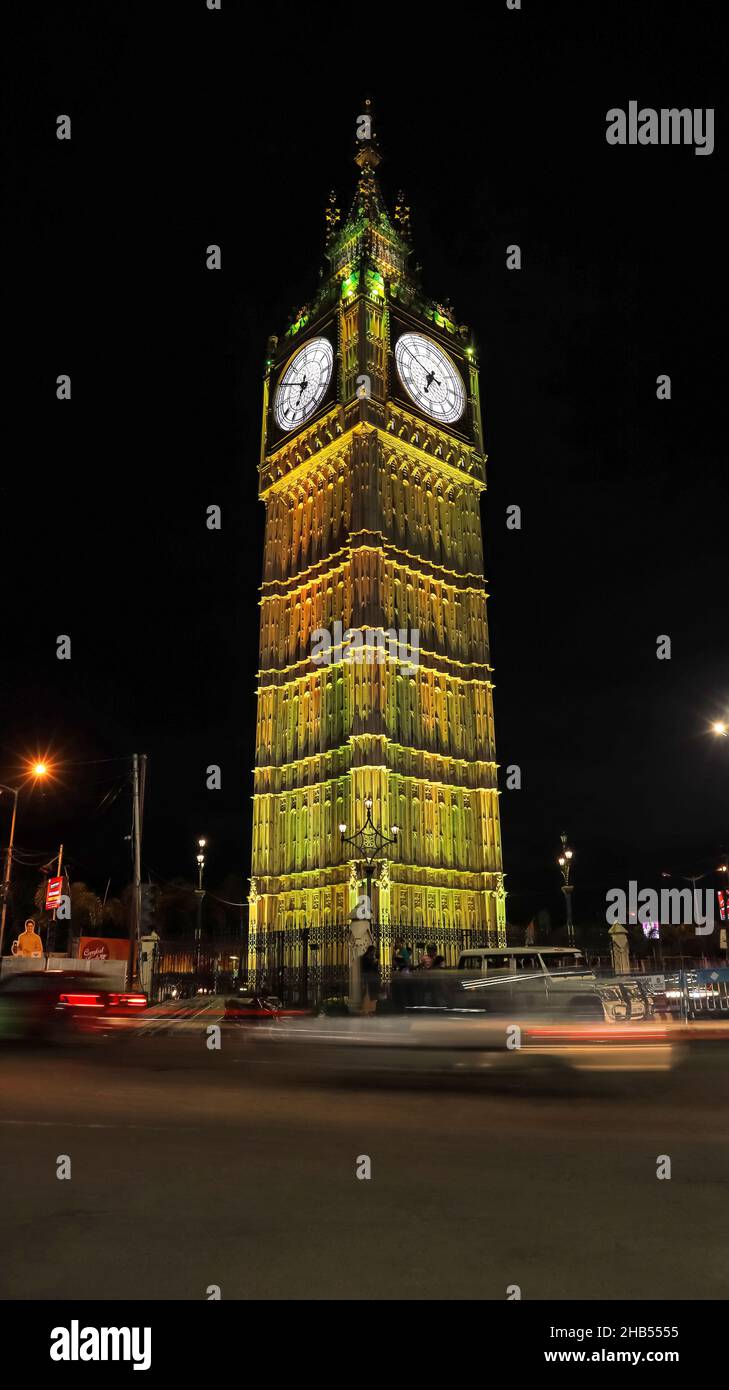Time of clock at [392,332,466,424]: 6:50
